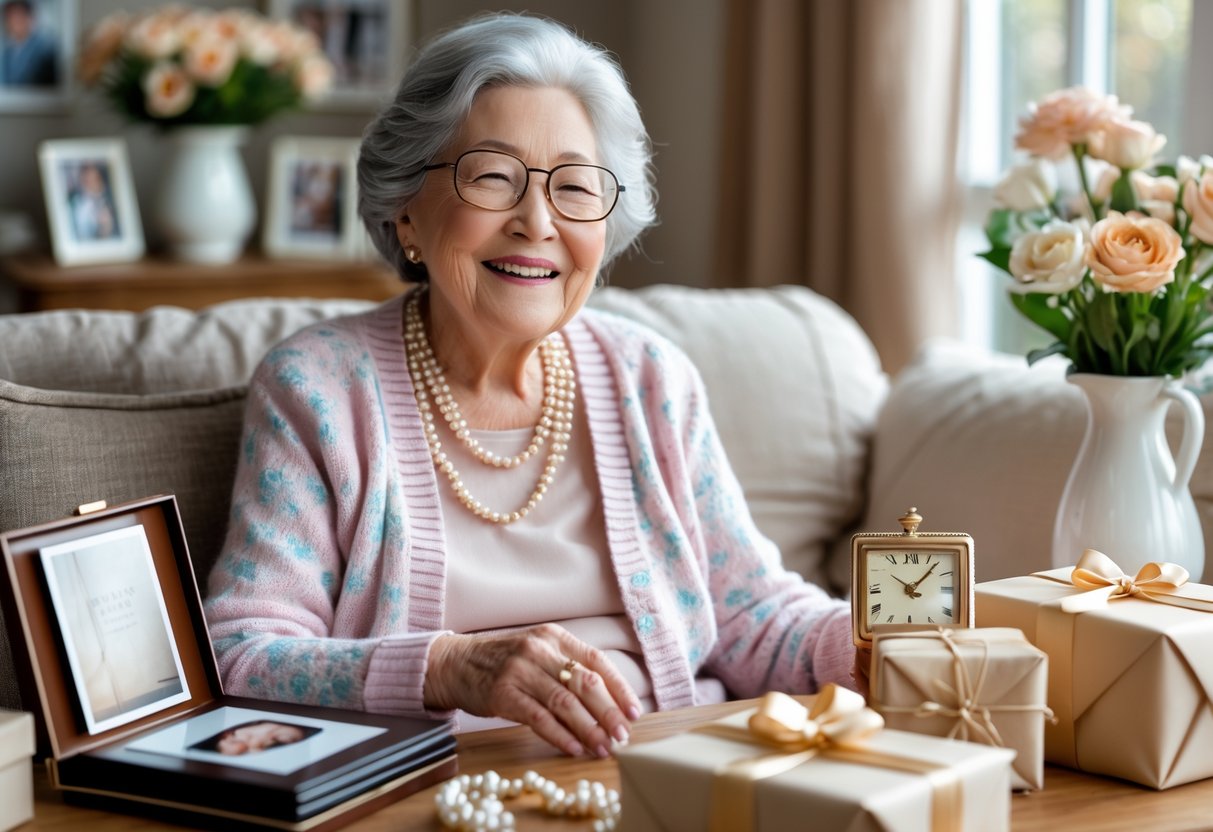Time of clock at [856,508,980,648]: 10:07
